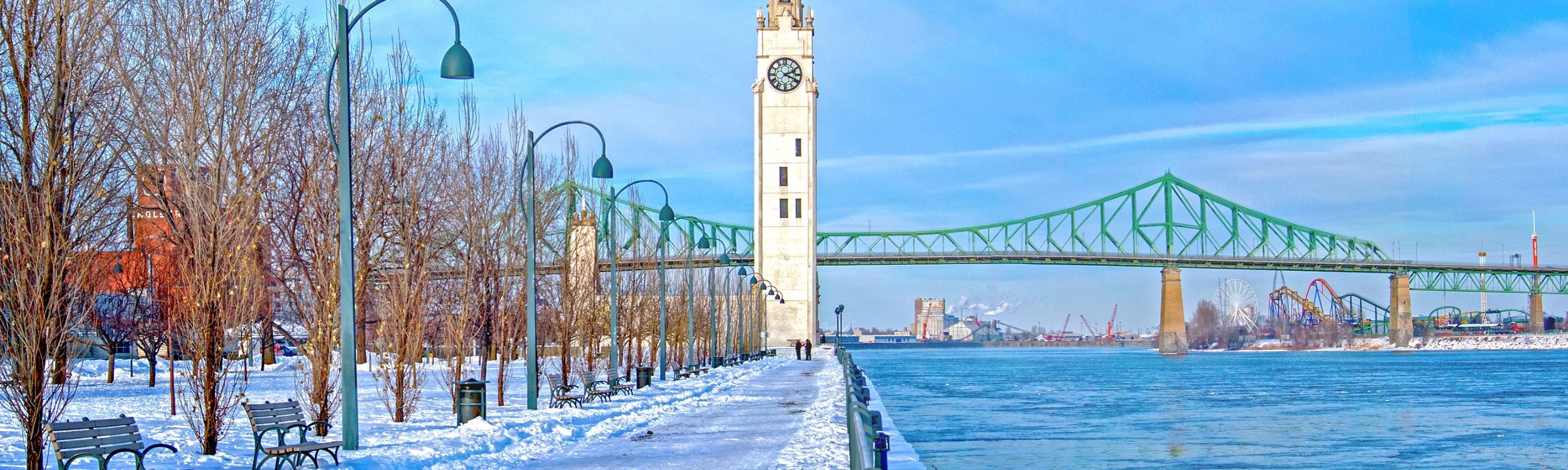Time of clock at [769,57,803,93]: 2:18
